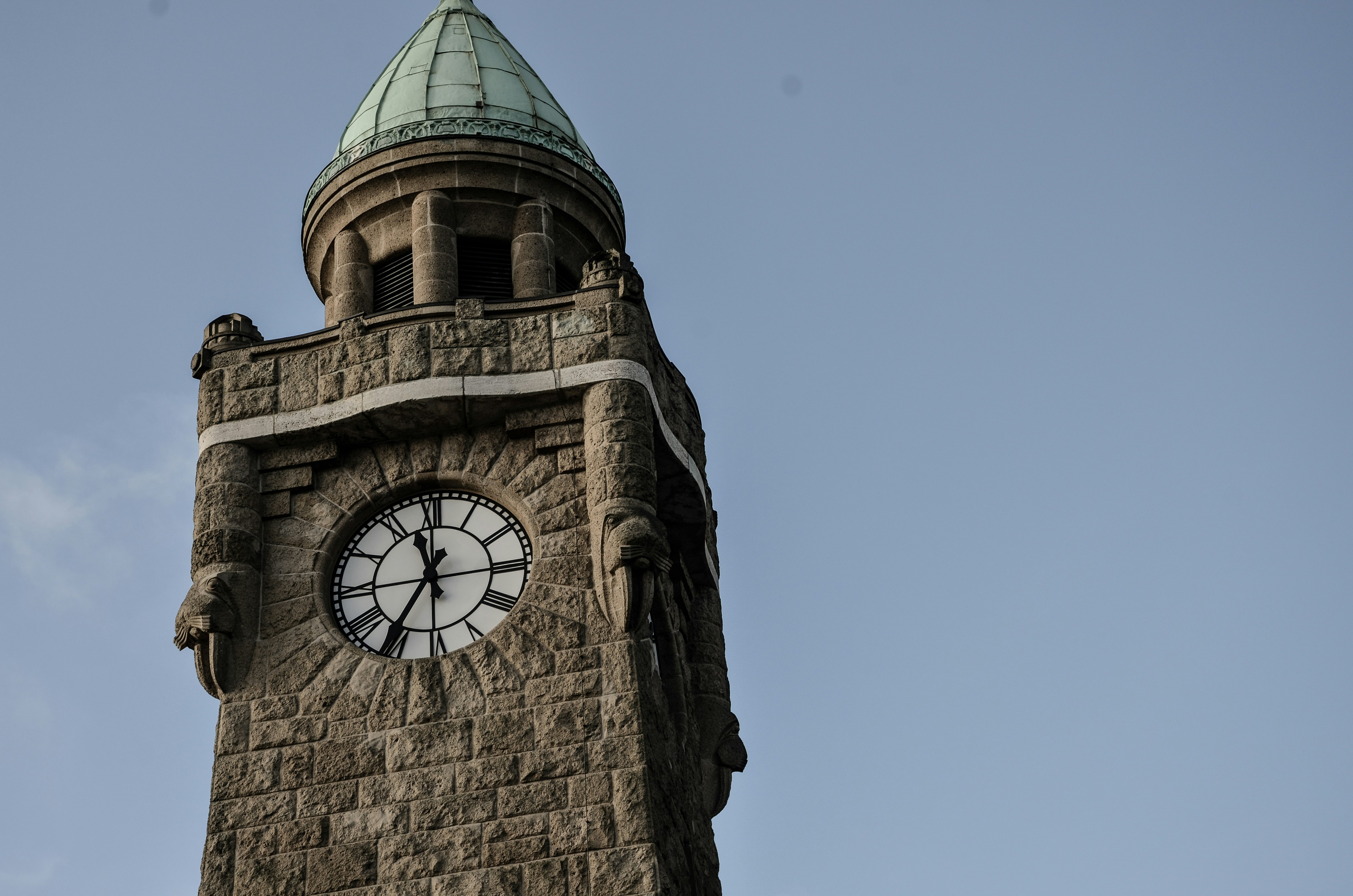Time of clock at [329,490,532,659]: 11:35
